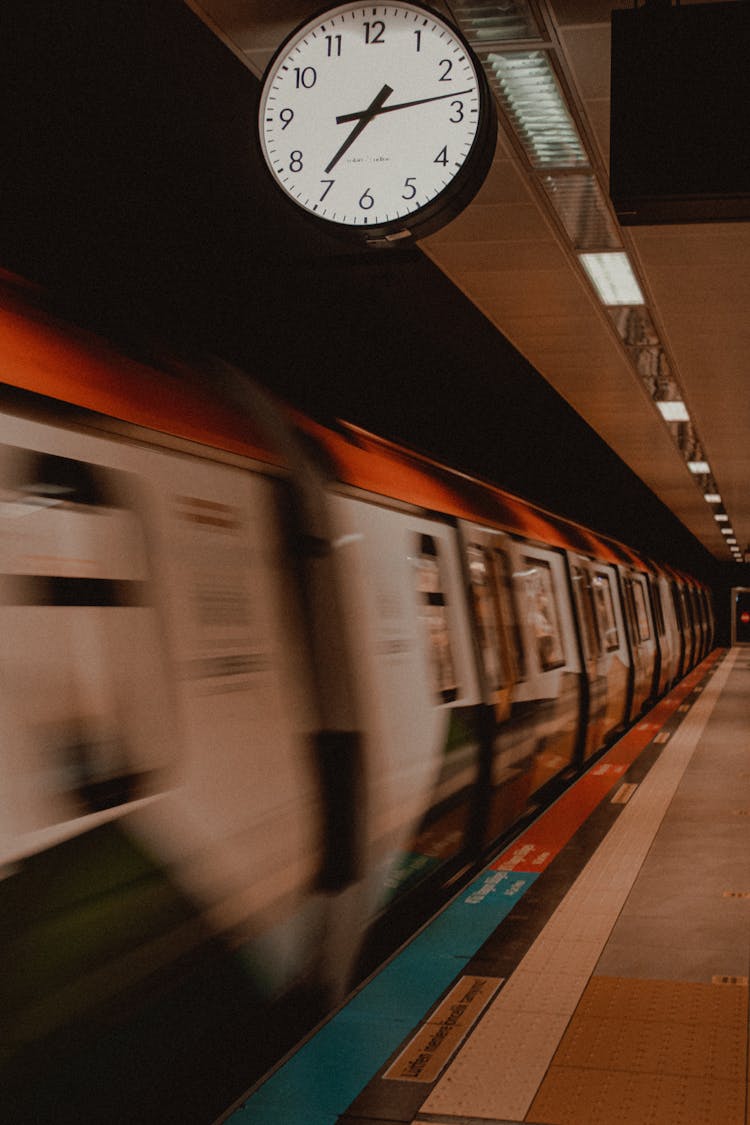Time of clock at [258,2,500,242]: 7:13
